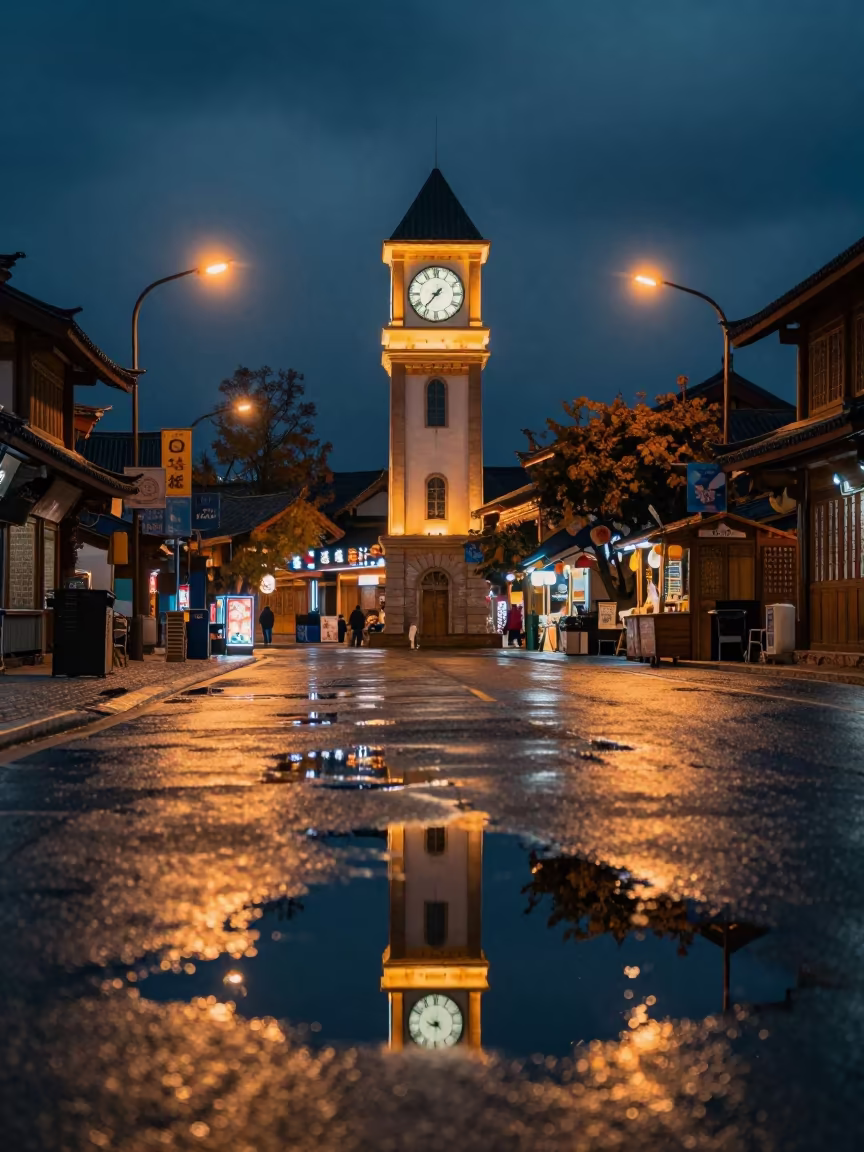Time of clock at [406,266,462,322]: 7:36
